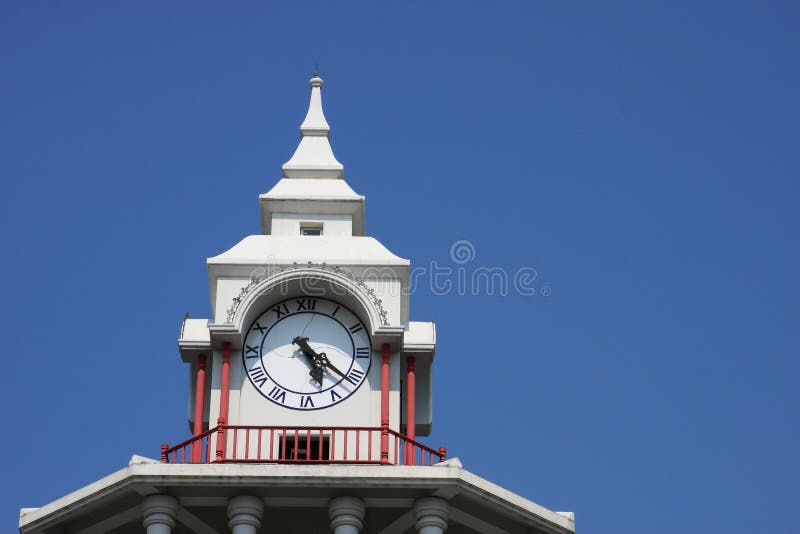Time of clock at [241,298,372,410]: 5:21
